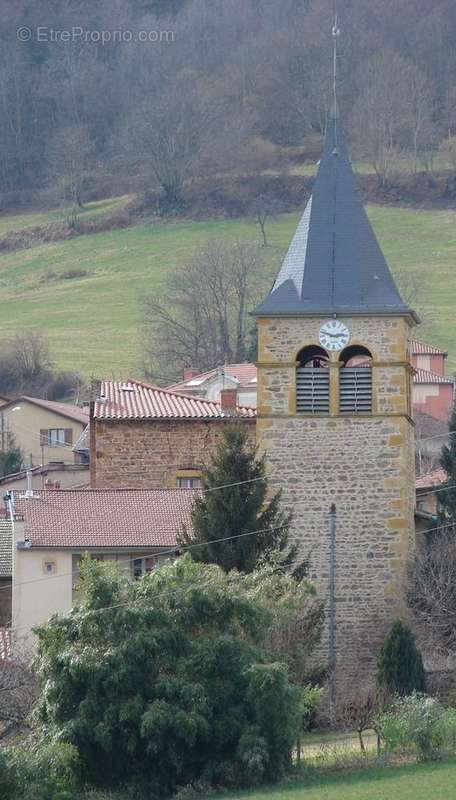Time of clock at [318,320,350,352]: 2:48
